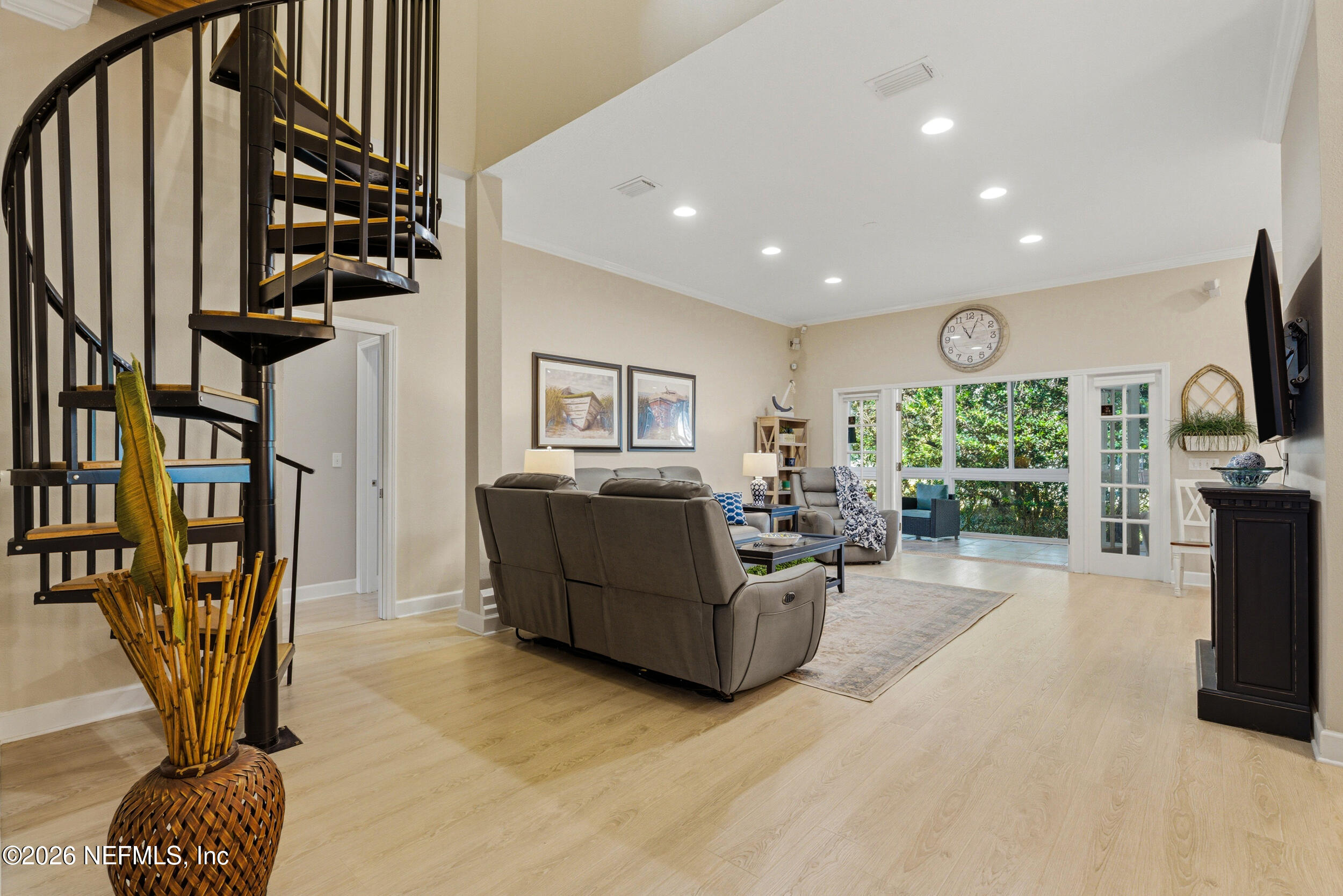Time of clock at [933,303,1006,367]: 11:03
